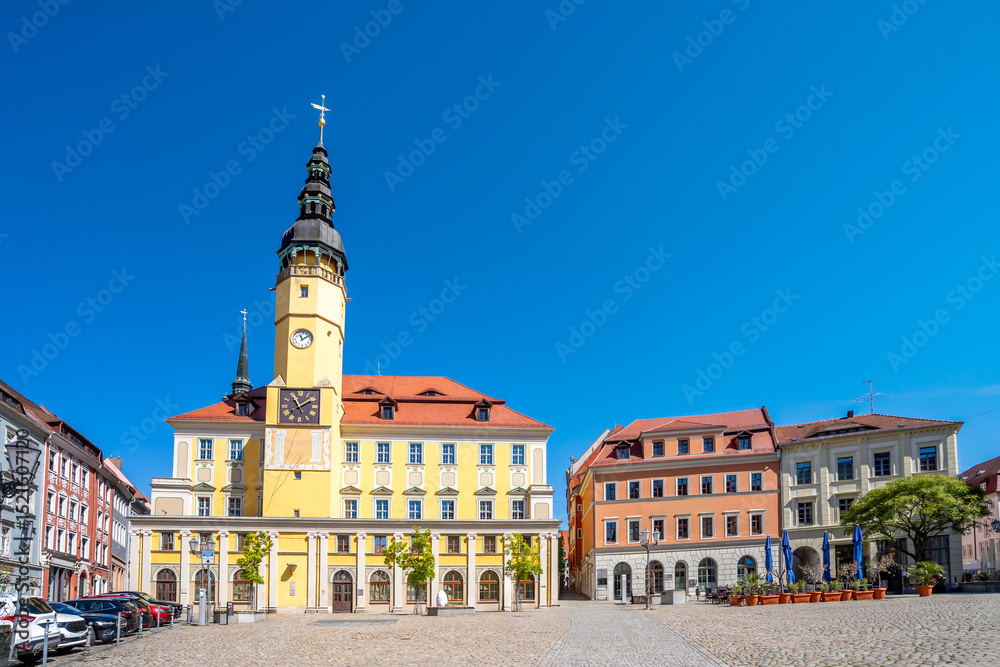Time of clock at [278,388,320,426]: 11:09
